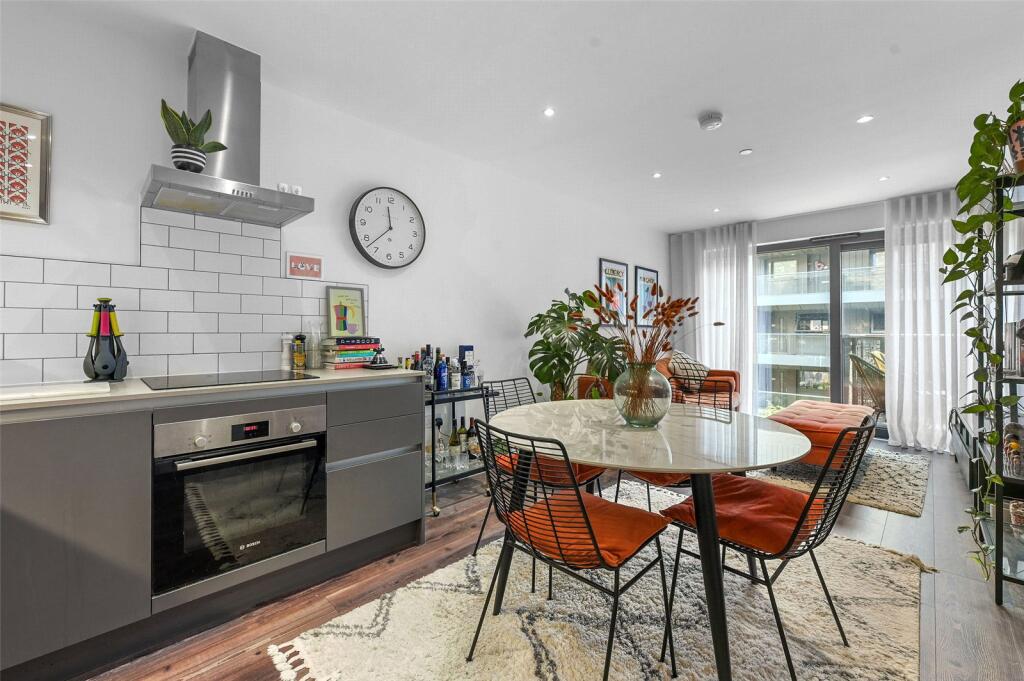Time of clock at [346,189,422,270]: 11:37
